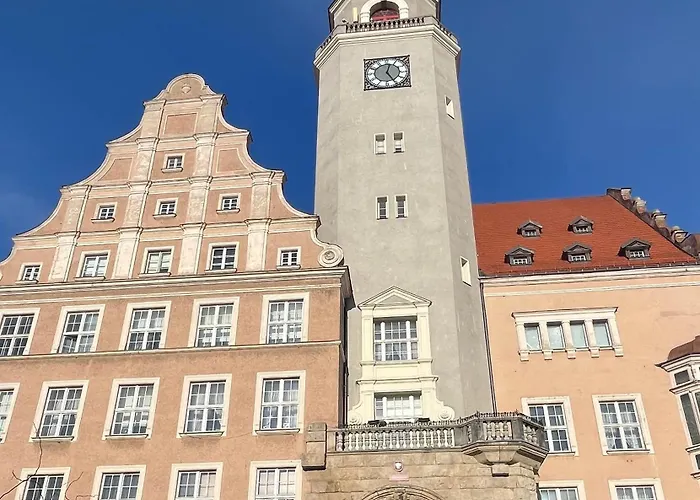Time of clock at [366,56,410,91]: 5:02
